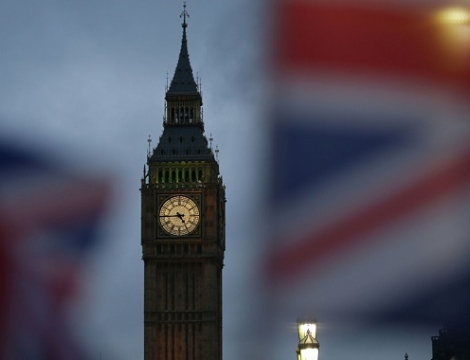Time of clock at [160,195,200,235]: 4:44
